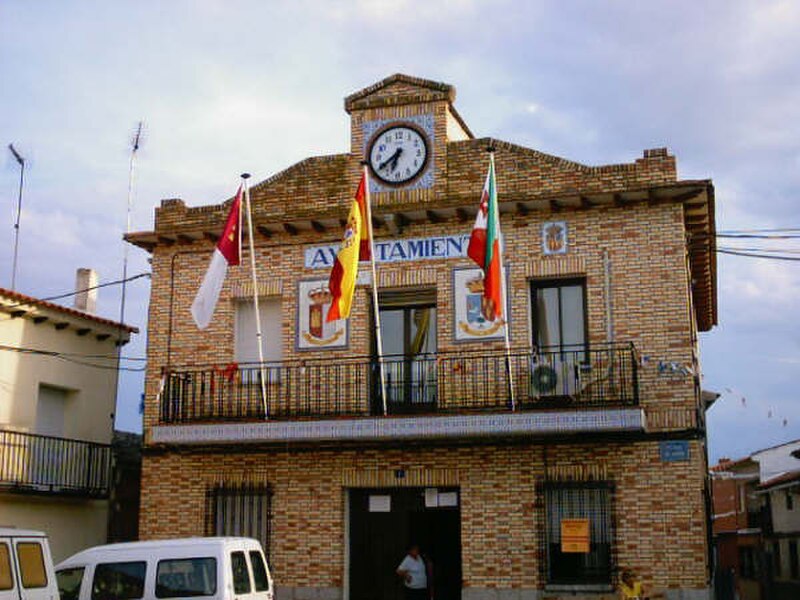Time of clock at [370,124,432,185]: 6:39
